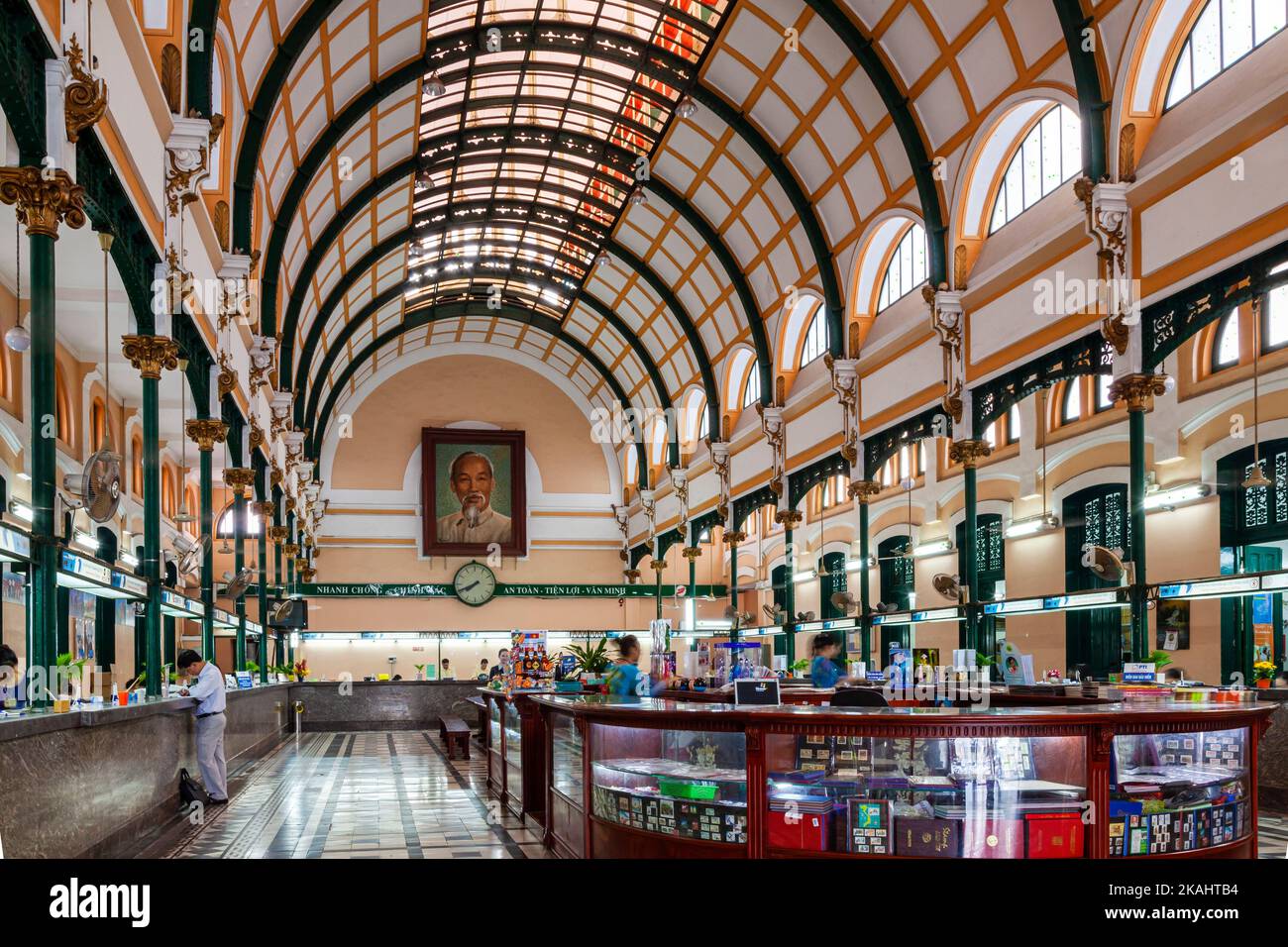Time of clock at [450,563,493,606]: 7:40
